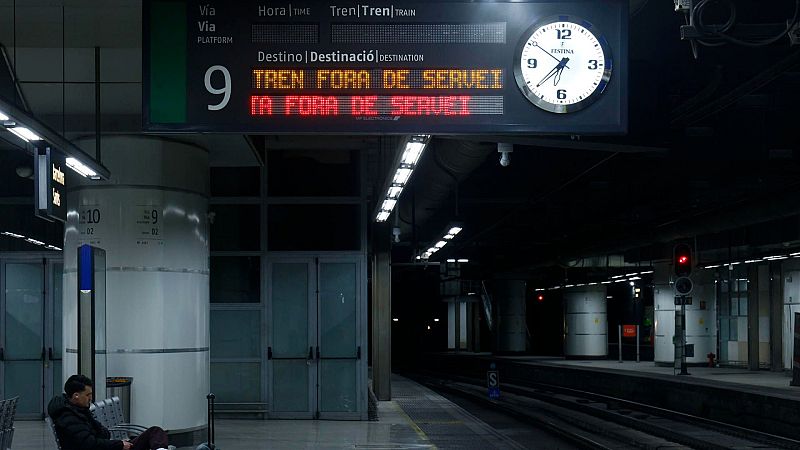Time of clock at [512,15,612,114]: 6:37
